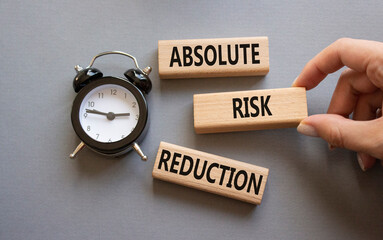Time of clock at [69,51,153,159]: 2:46
